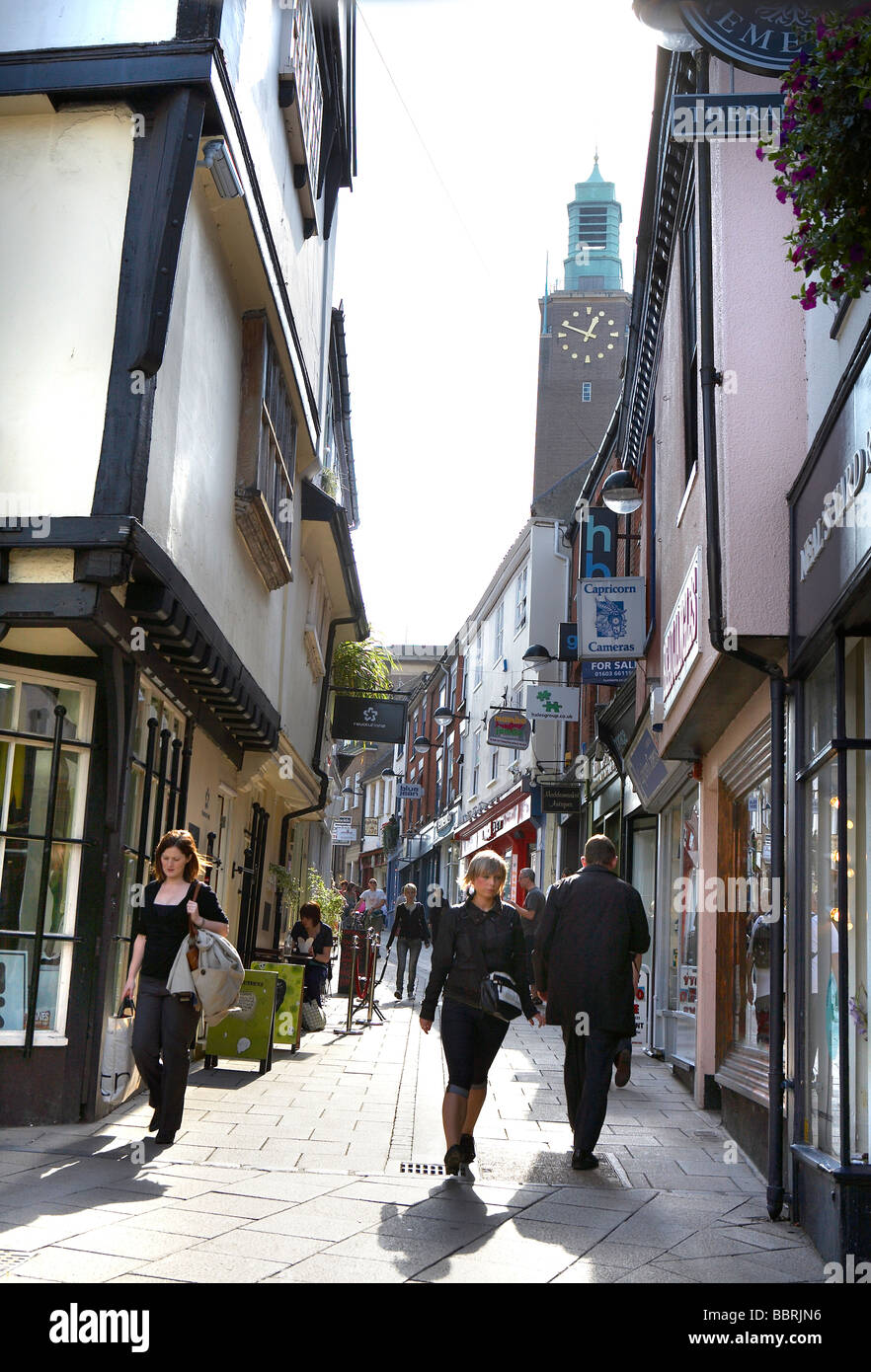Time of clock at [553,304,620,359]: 12:49
